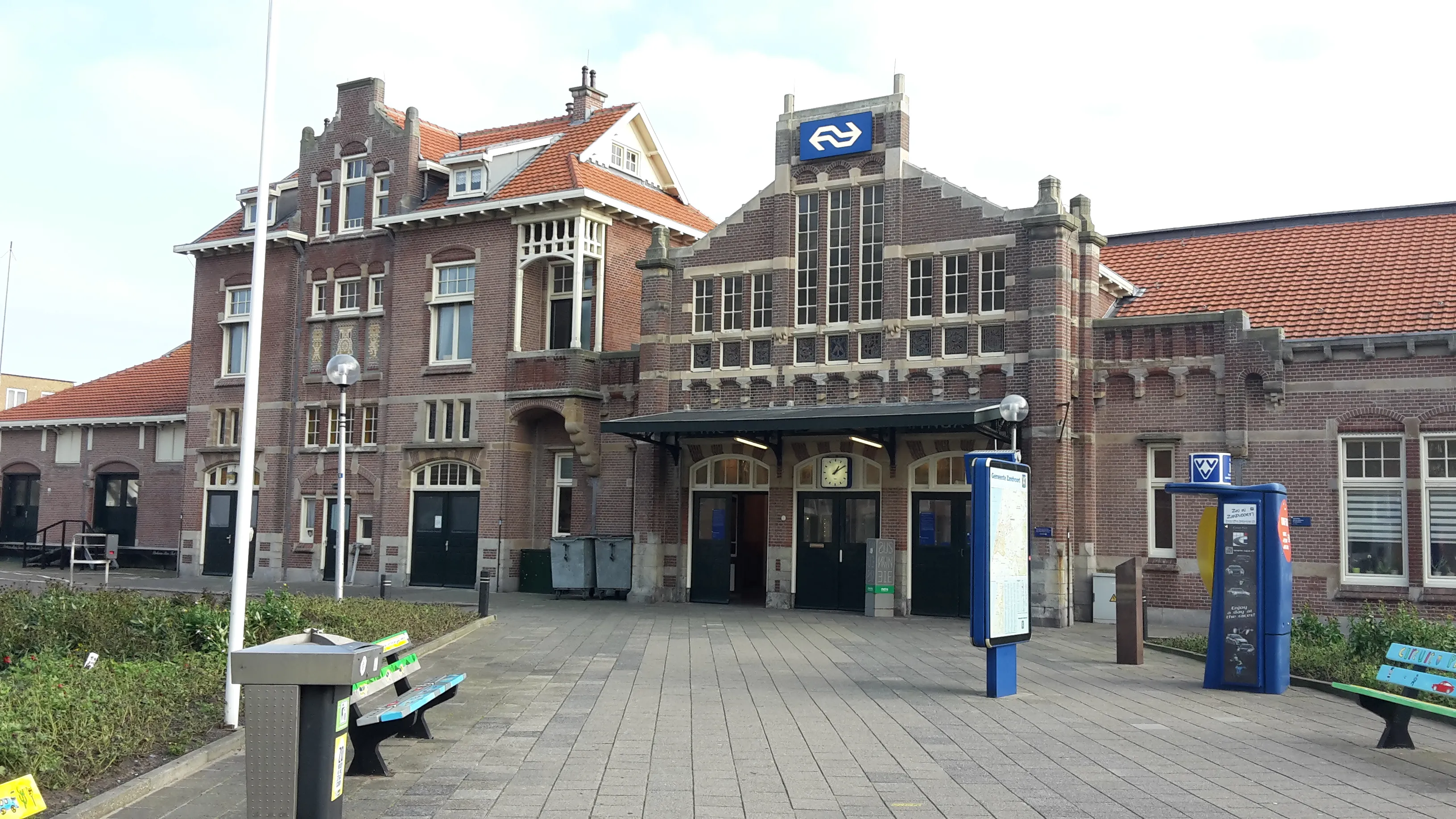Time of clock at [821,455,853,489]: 1:09
